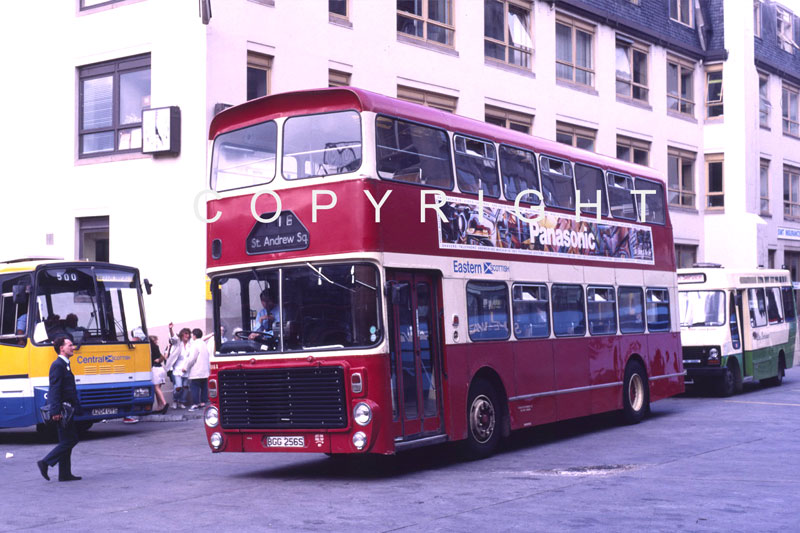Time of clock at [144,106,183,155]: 5:24
